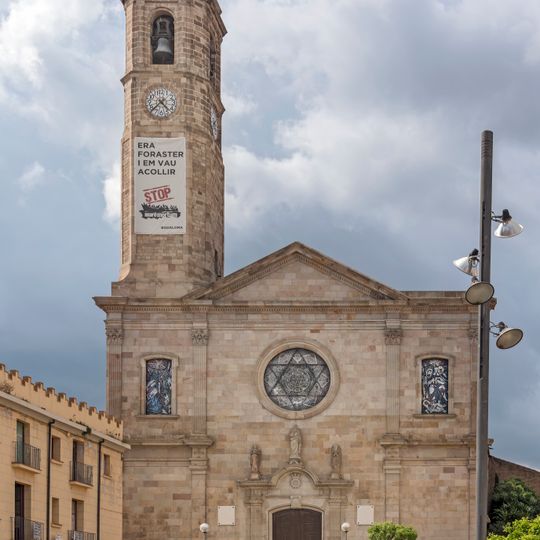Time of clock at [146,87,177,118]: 4:37
